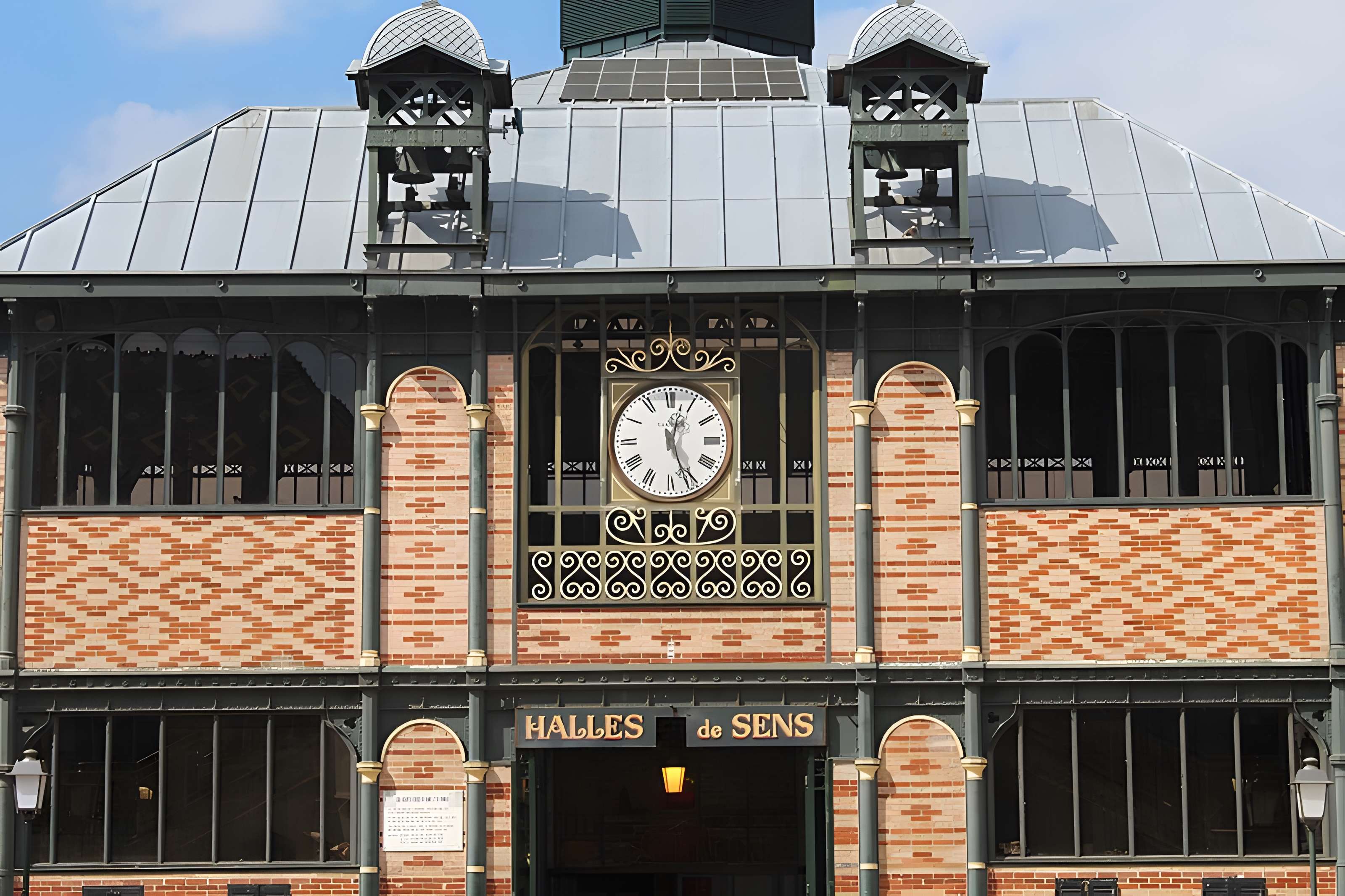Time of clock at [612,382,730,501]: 12:26
